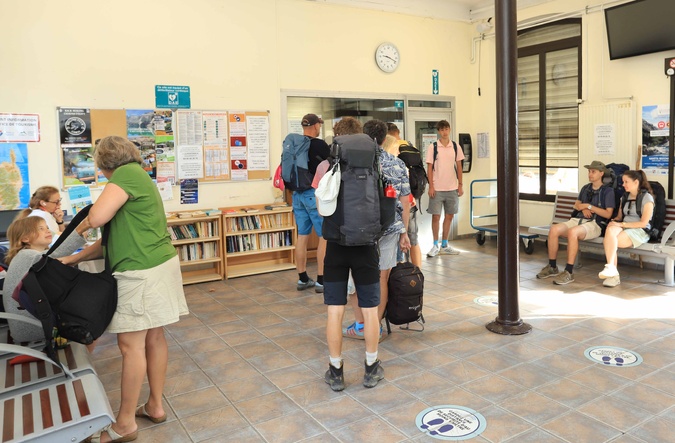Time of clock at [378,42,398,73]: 9:18
